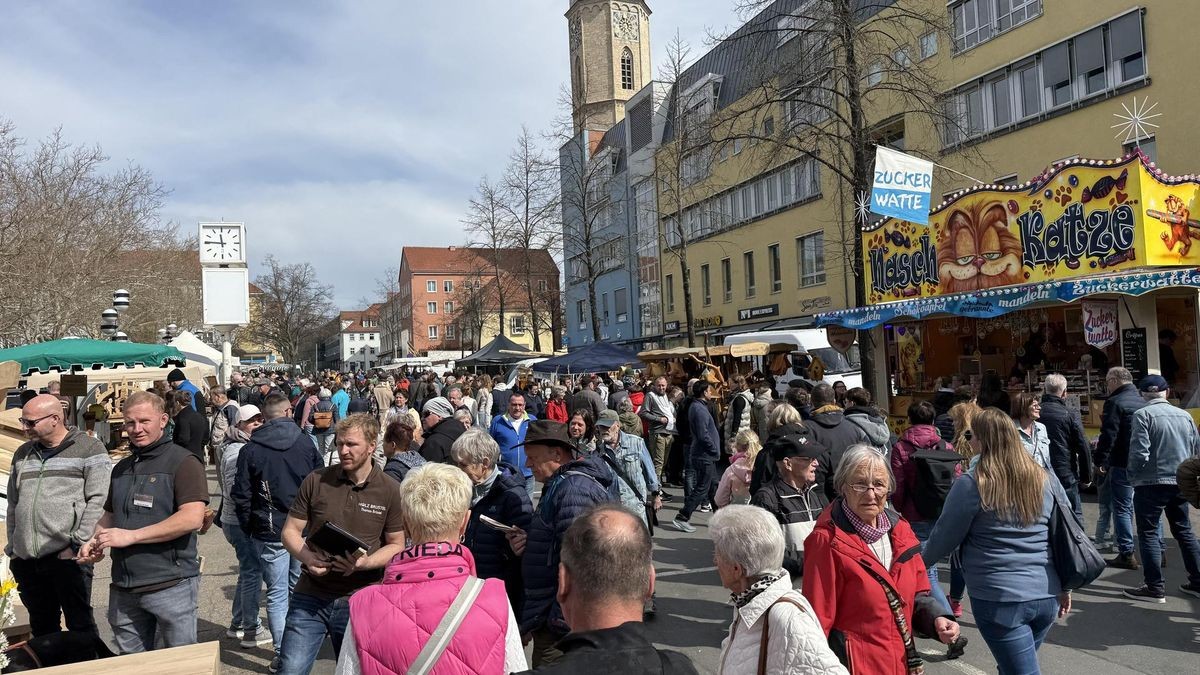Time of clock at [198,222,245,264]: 11:45
